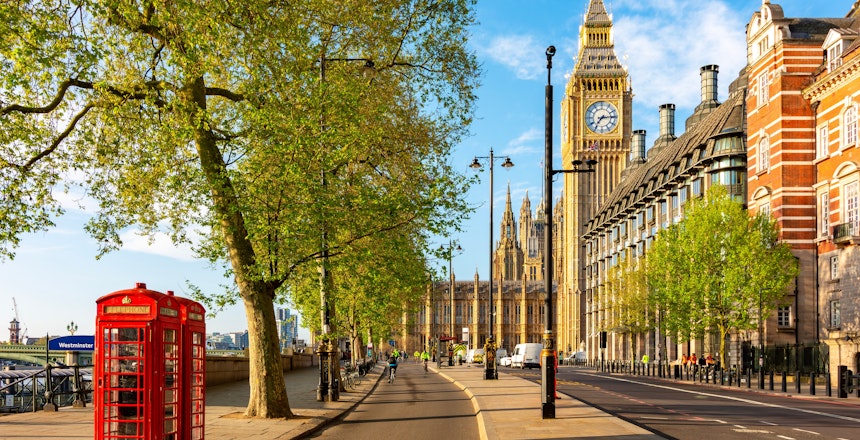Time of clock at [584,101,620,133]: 7:14
